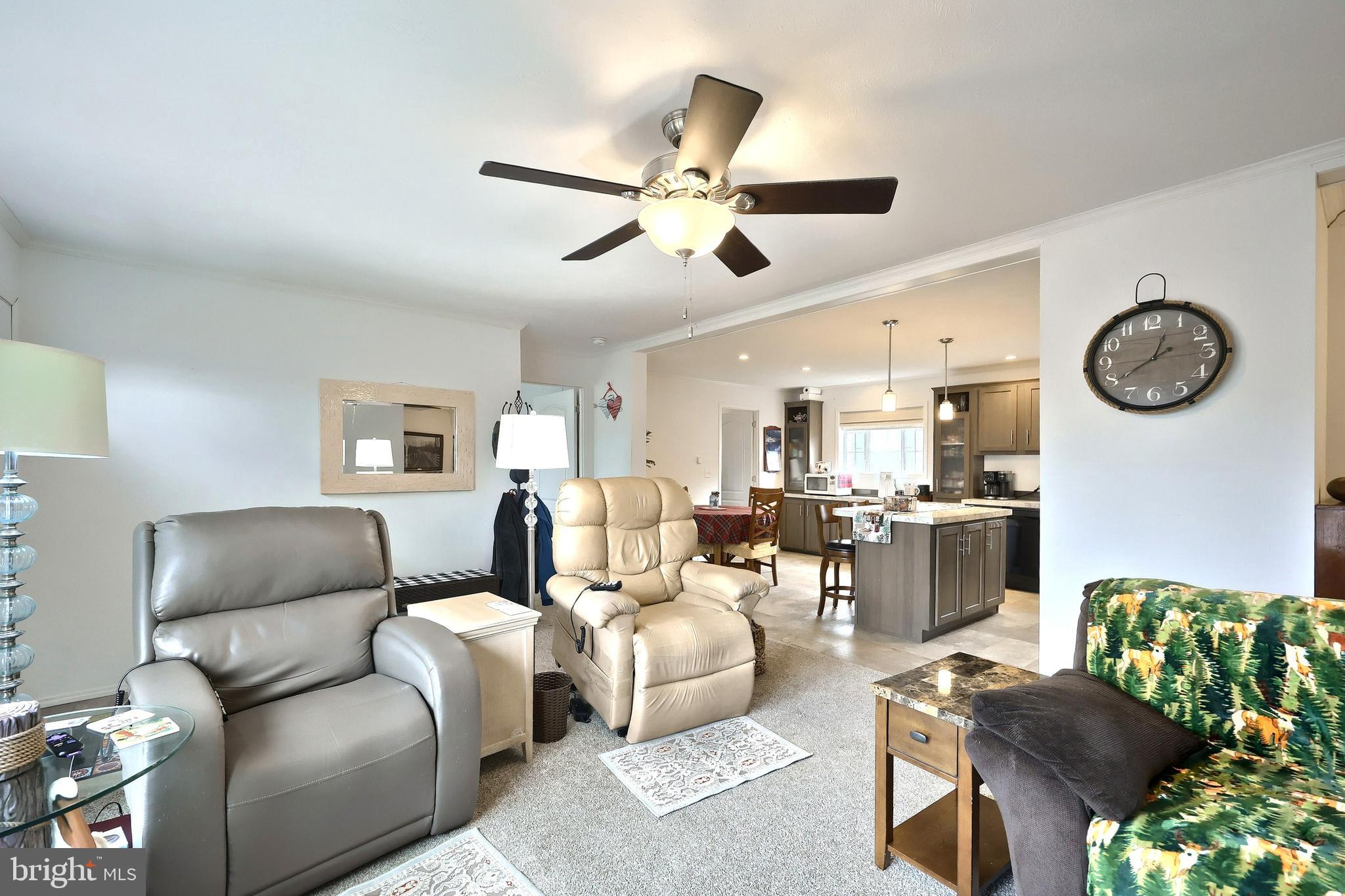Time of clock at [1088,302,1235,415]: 12:39
